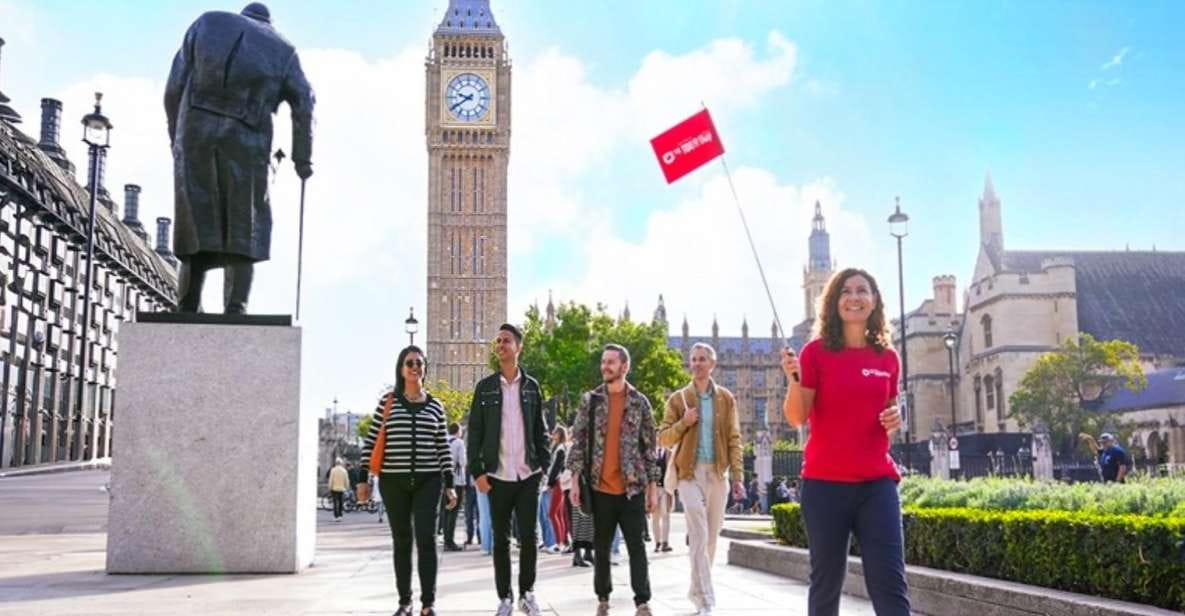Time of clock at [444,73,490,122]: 9:39
